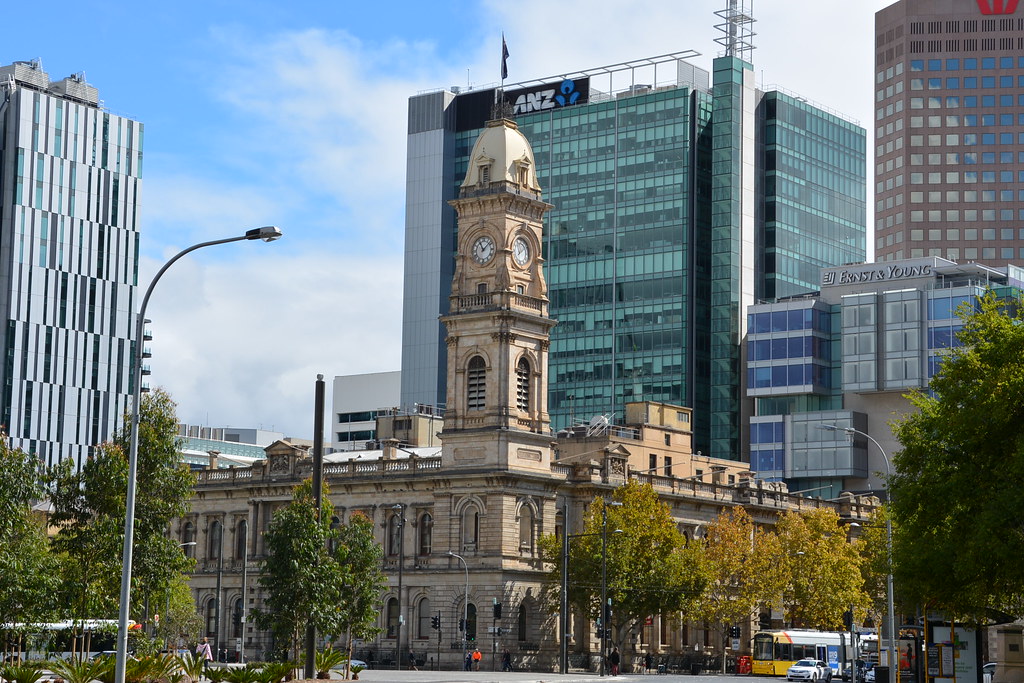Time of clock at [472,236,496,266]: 11:07
